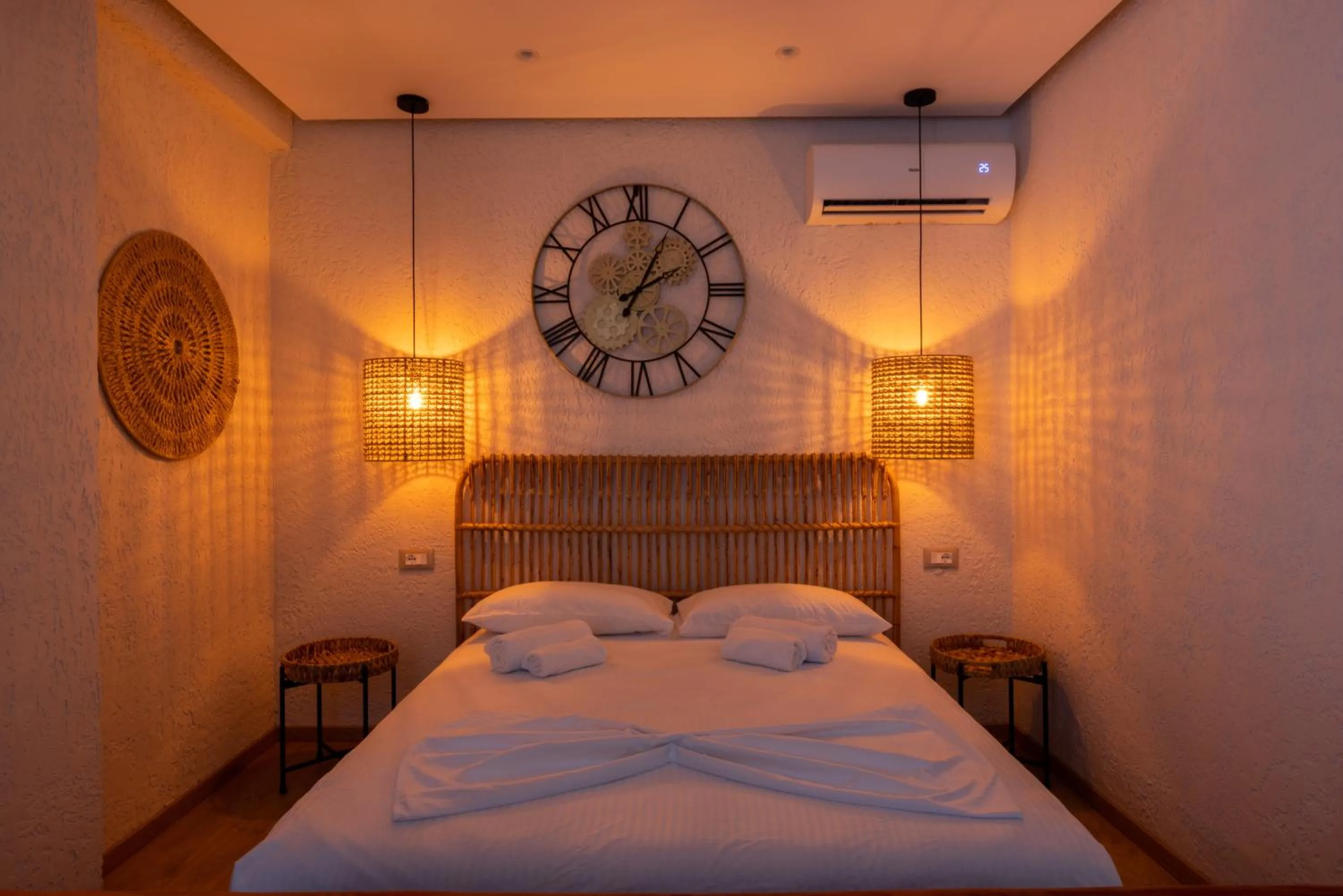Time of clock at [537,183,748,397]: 2:04
